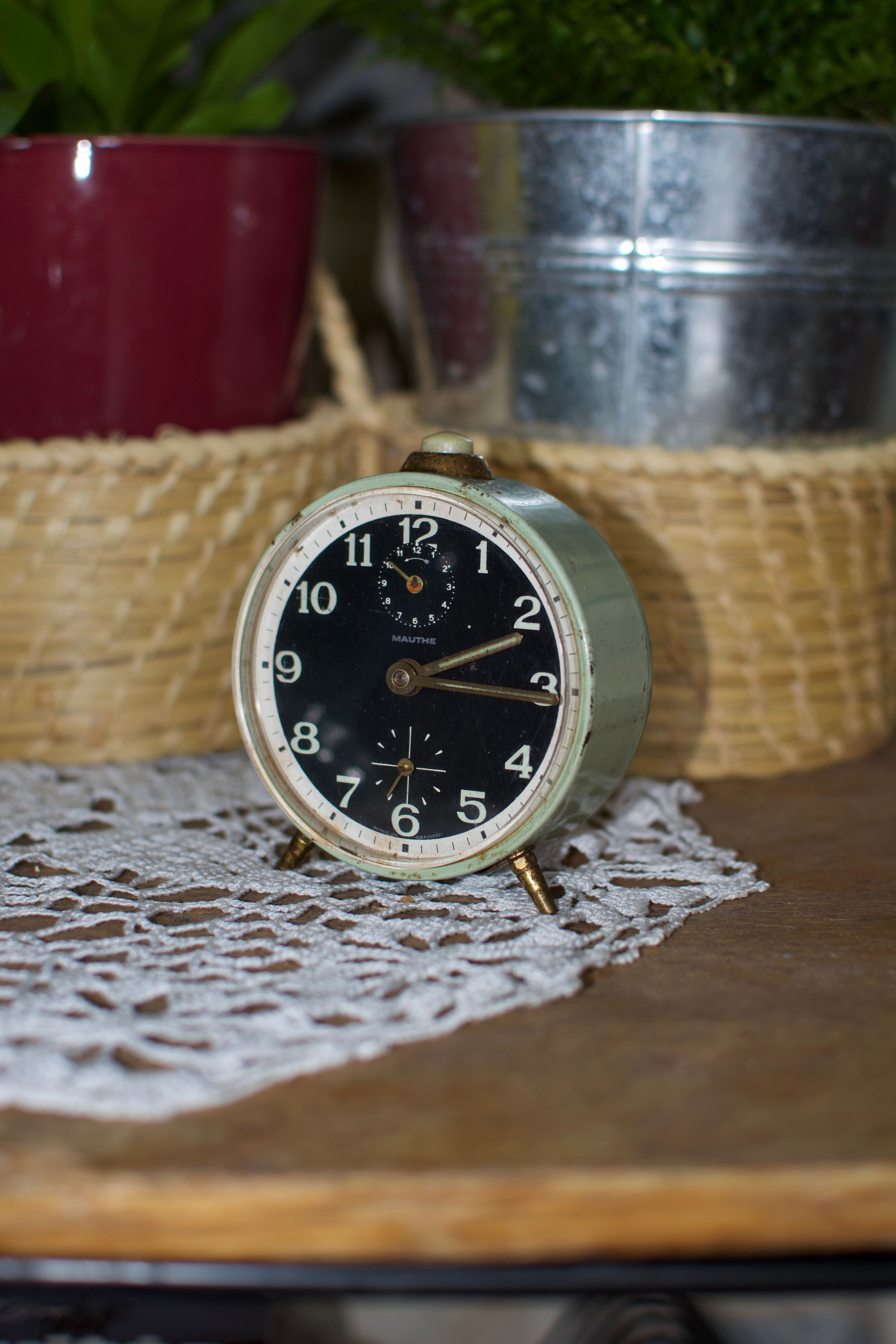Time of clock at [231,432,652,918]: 3:11
